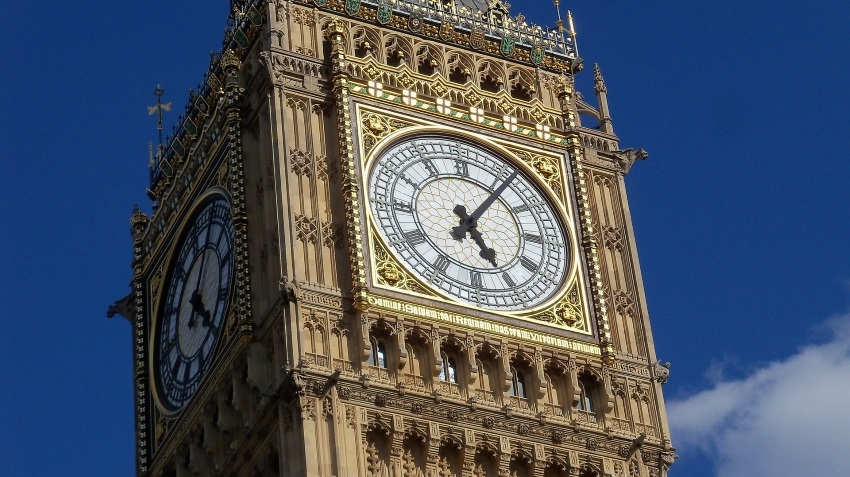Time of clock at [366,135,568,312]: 5:06
